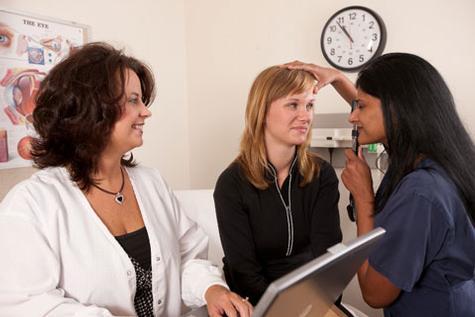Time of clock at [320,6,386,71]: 10:53
